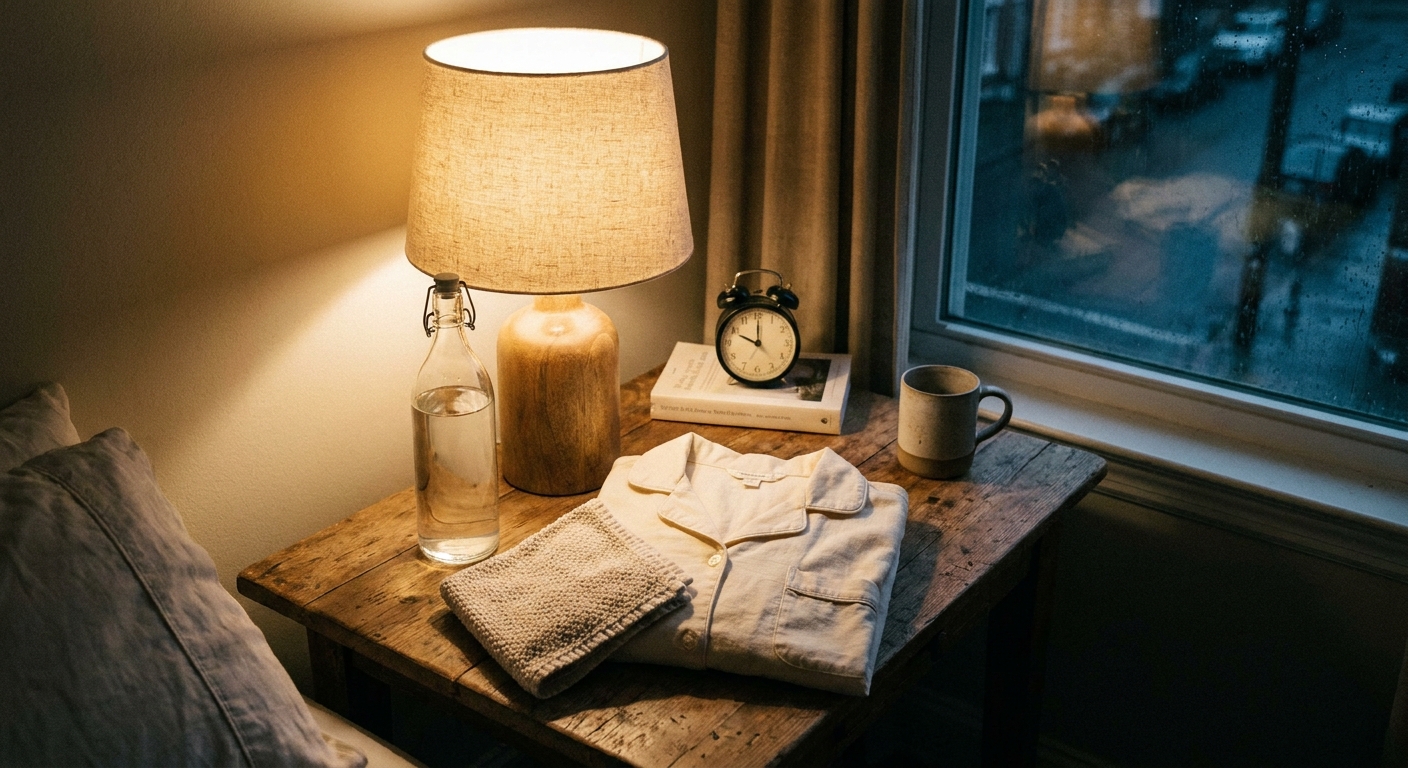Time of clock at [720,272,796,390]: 10:00
